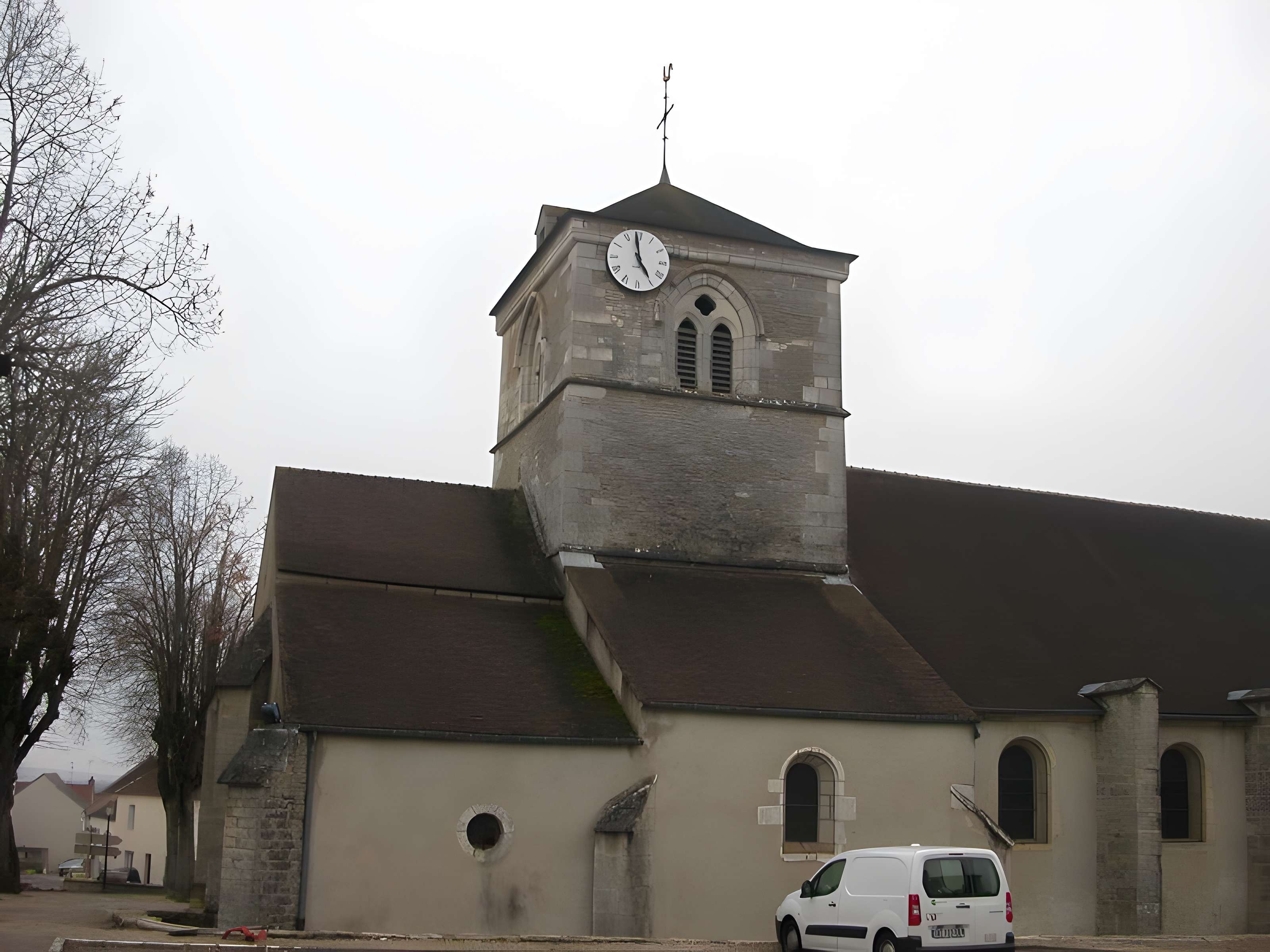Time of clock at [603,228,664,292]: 4:58
